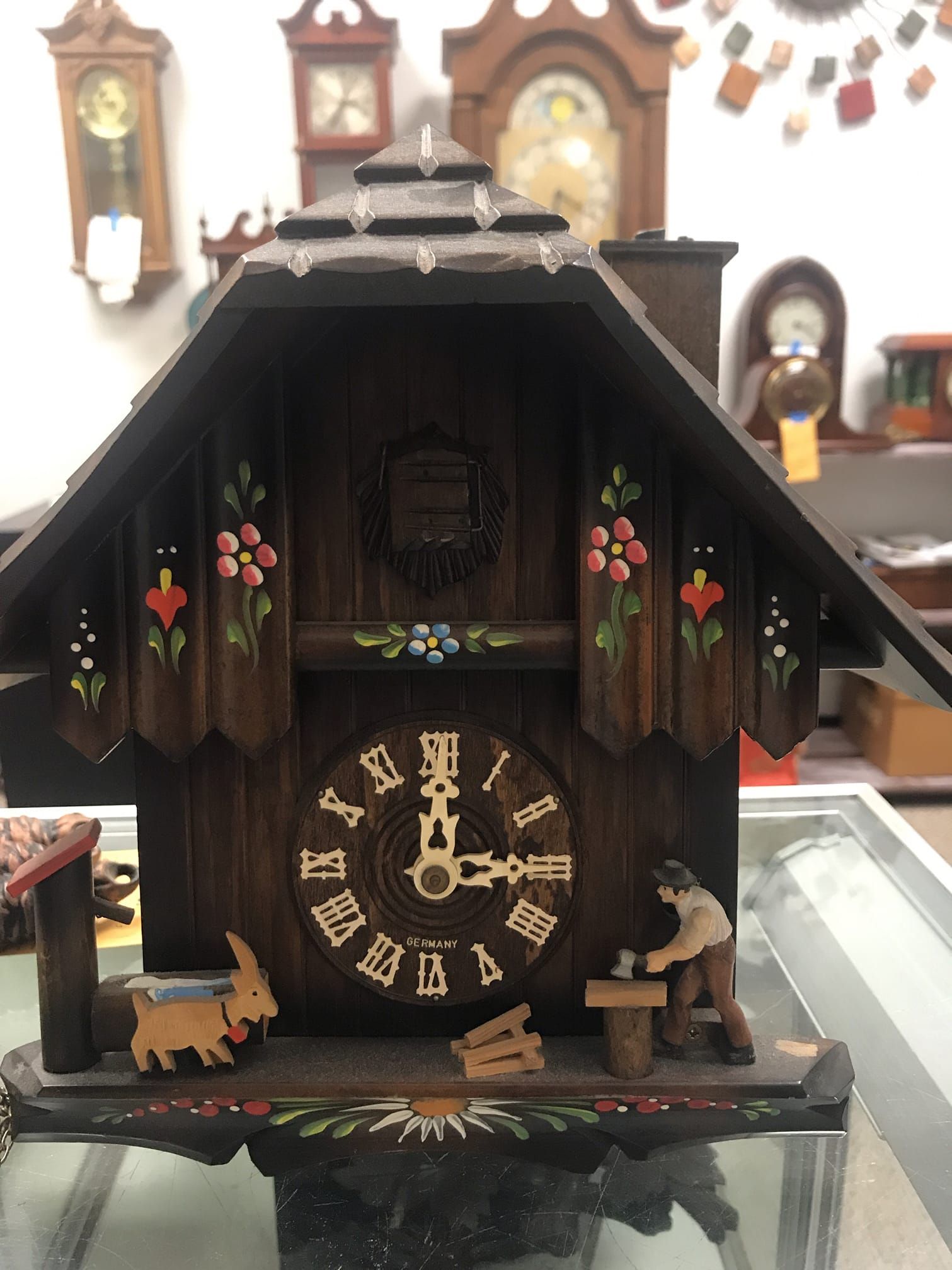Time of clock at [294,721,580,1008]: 12:14
